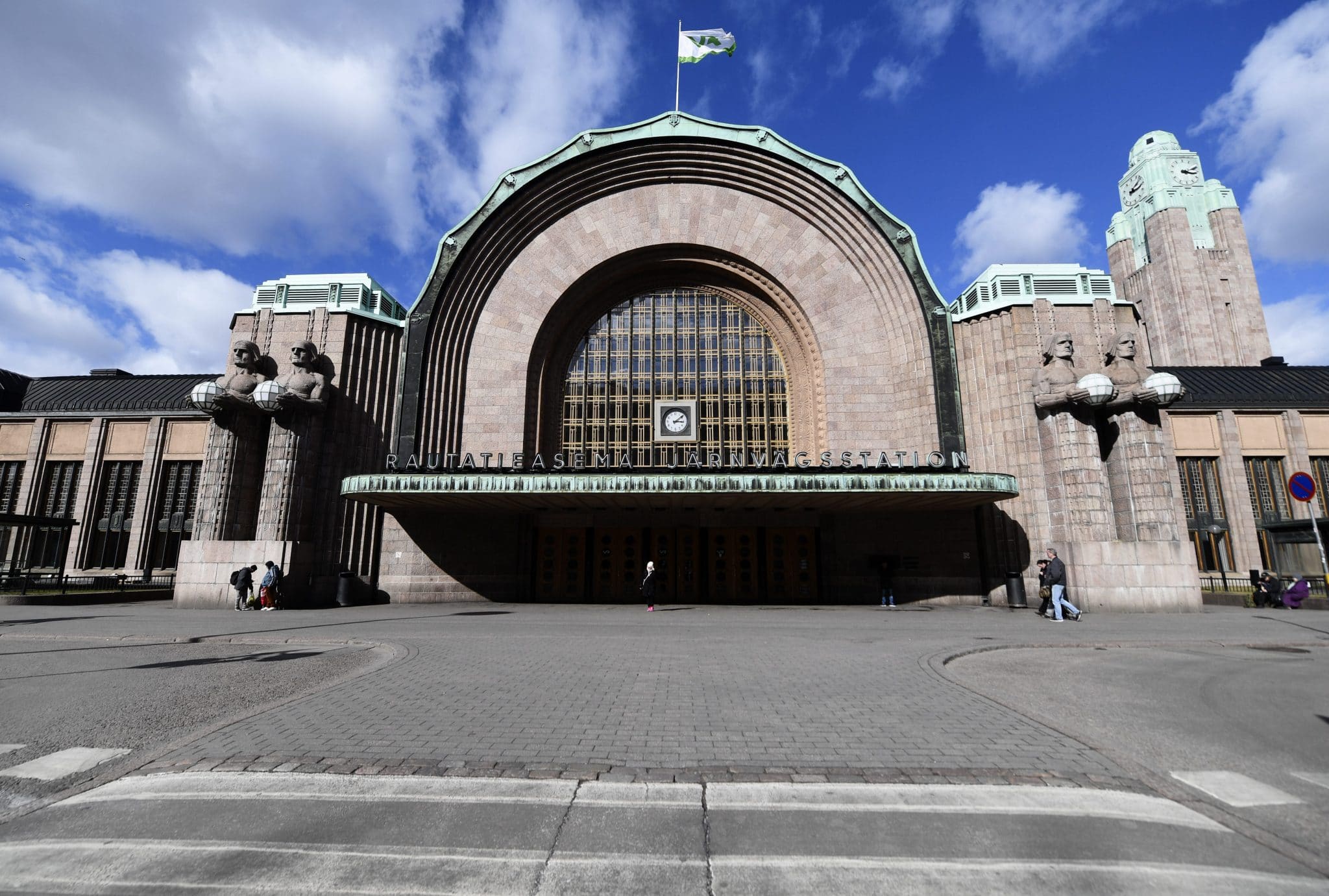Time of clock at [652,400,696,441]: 3:09
